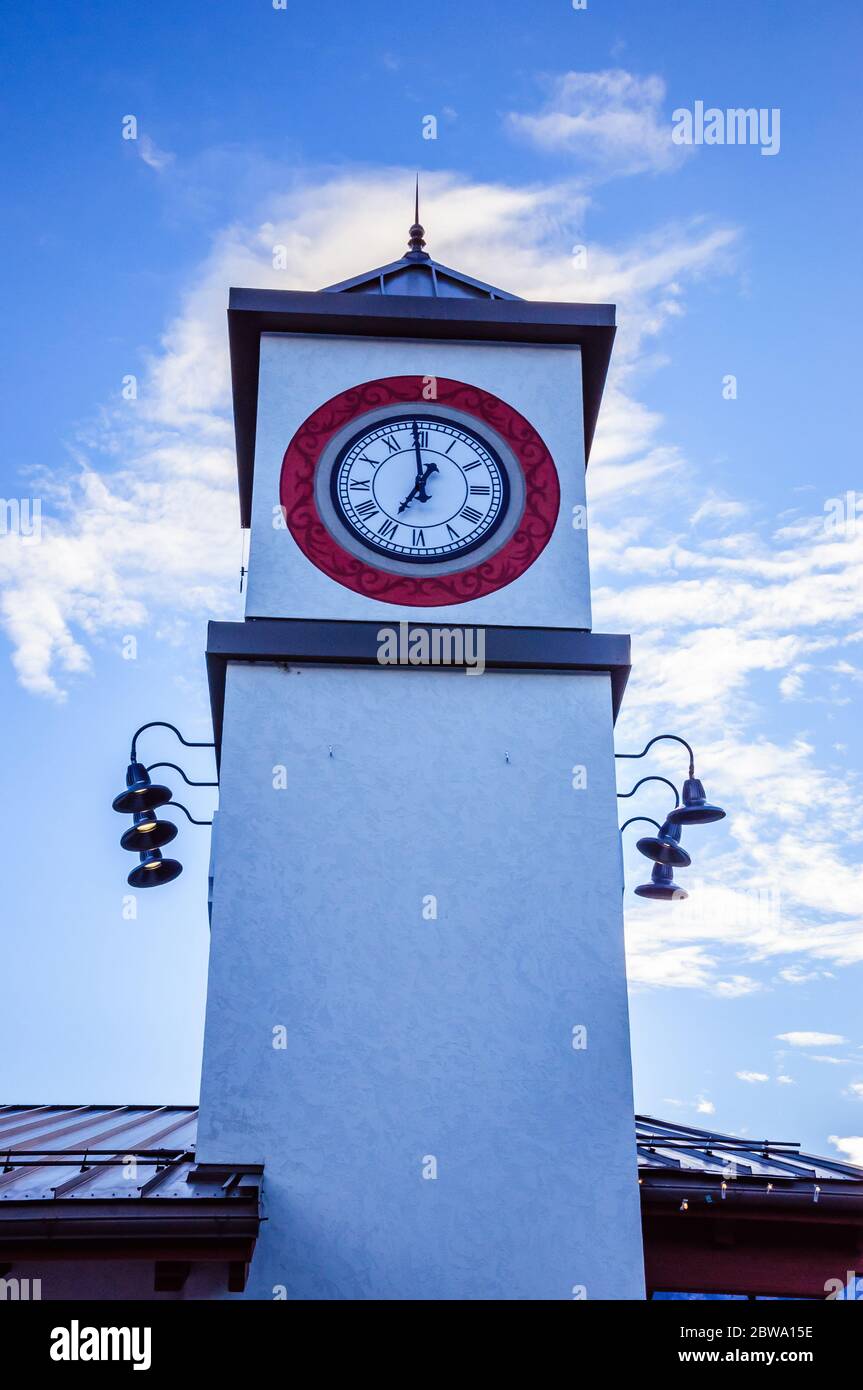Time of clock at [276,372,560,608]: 6:59
